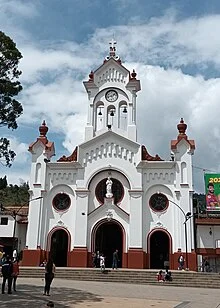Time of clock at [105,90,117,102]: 1:42
